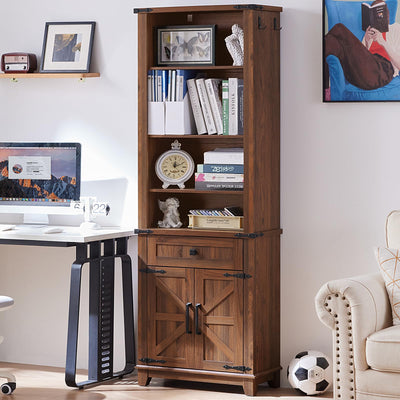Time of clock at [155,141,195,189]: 12:10
